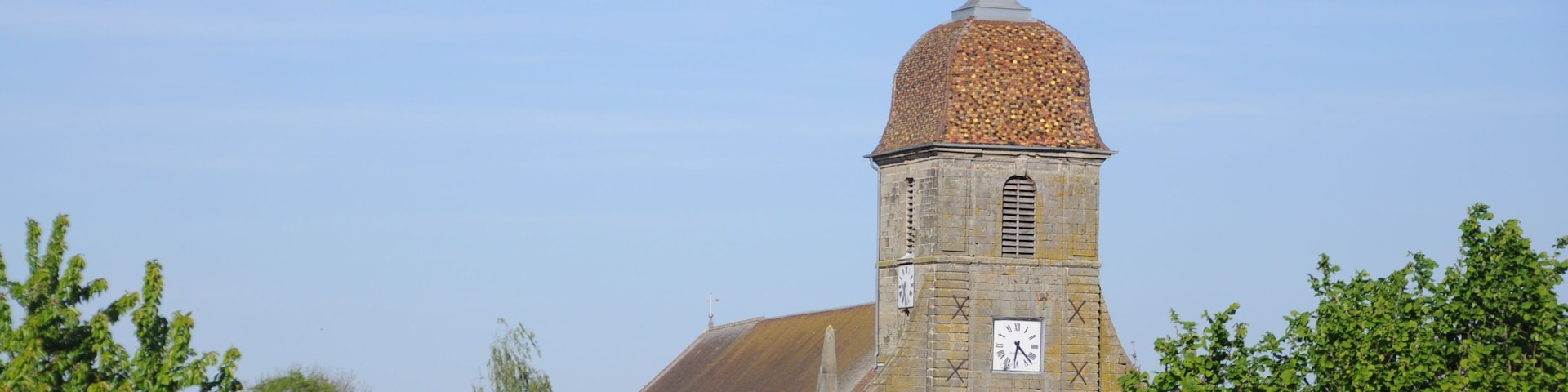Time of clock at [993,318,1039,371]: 6:22
